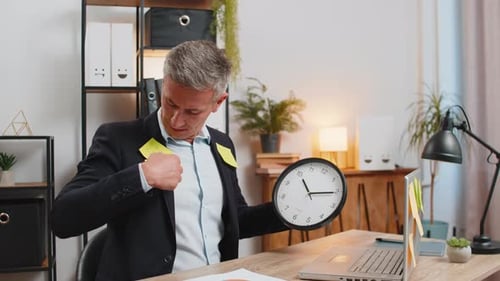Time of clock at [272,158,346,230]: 11:15
